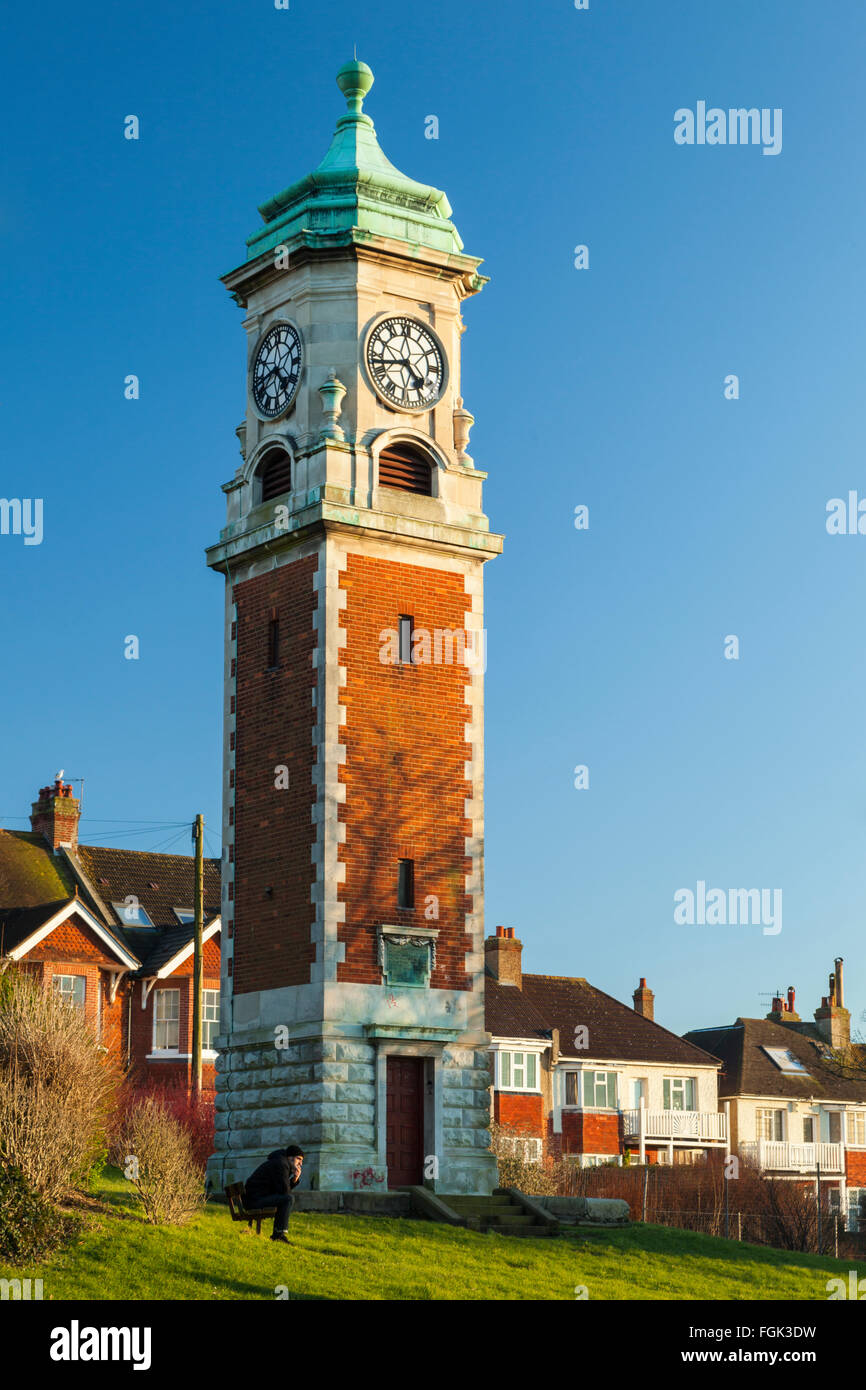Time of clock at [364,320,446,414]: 4:42
